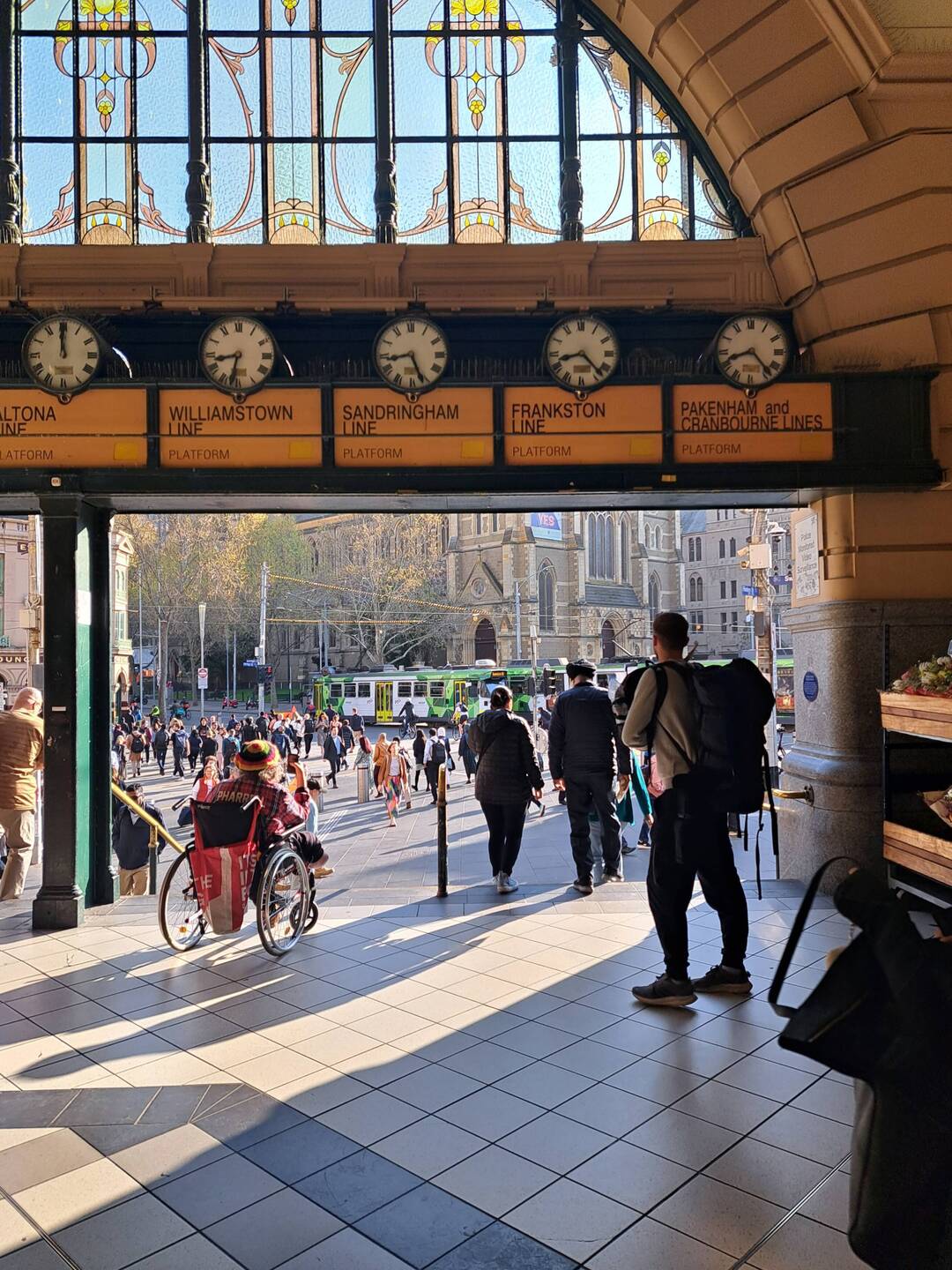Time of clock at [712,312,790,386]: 8:23
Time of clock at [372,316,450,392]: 8:26
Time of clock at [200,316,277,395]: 8:32
